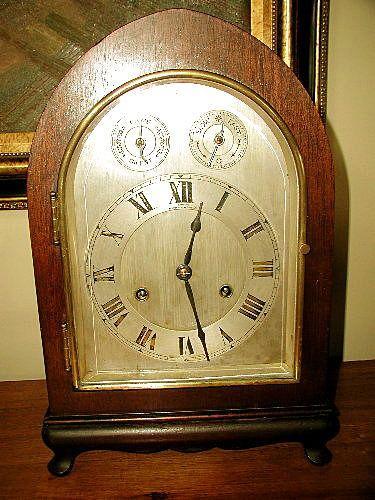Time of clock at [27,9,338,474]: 12:27
